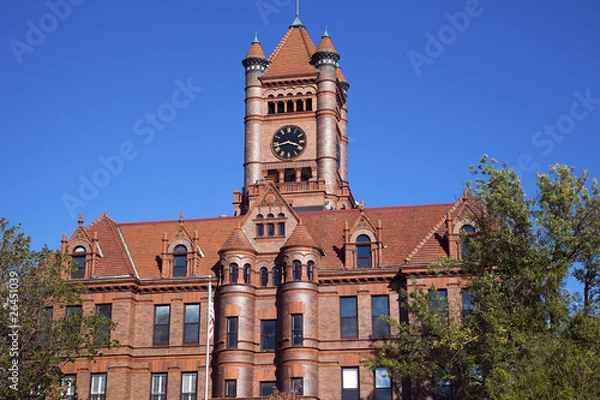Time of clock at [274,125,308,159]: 3:42
